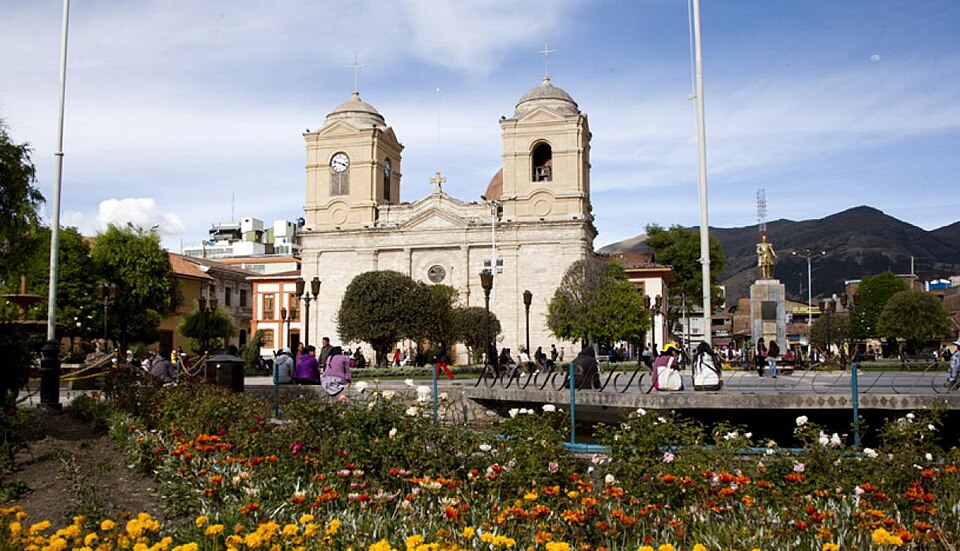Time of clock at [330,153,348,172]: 3:47
